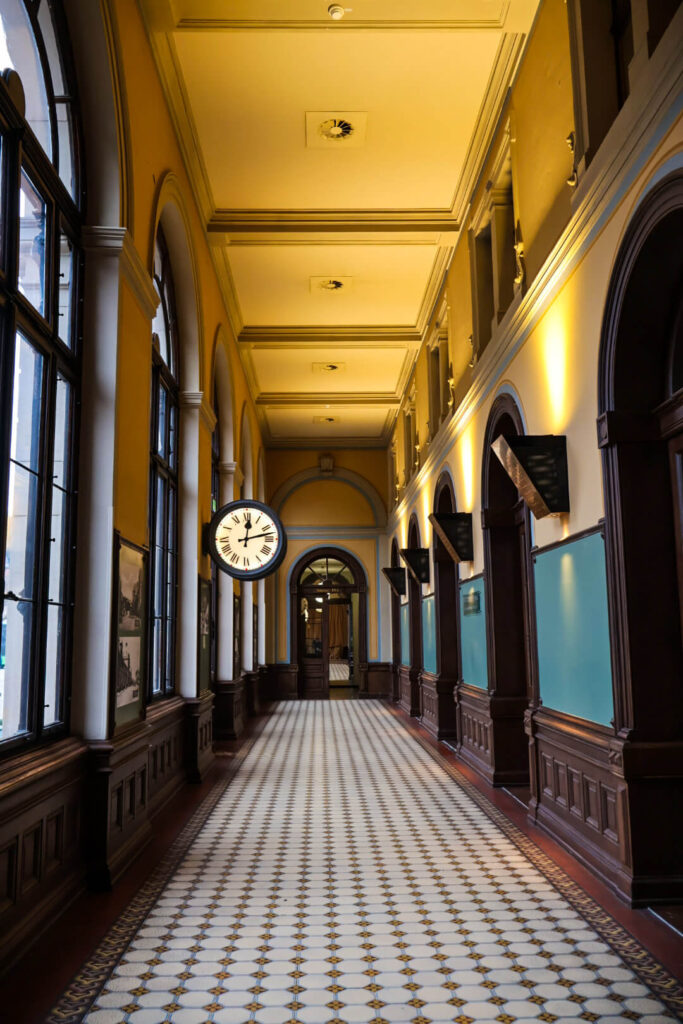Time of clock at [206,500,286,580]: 12:12
